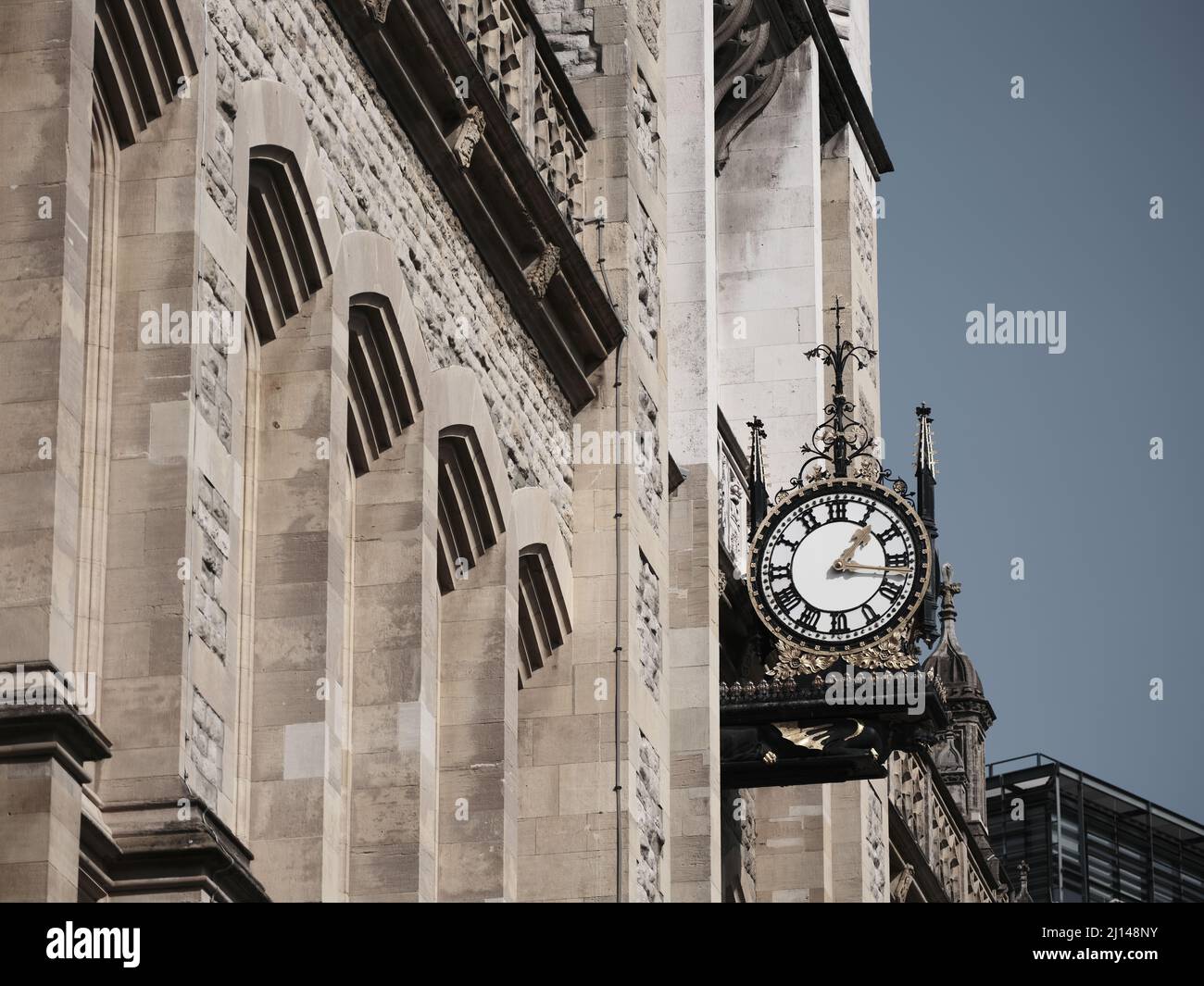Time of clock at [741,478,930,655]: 1:16
